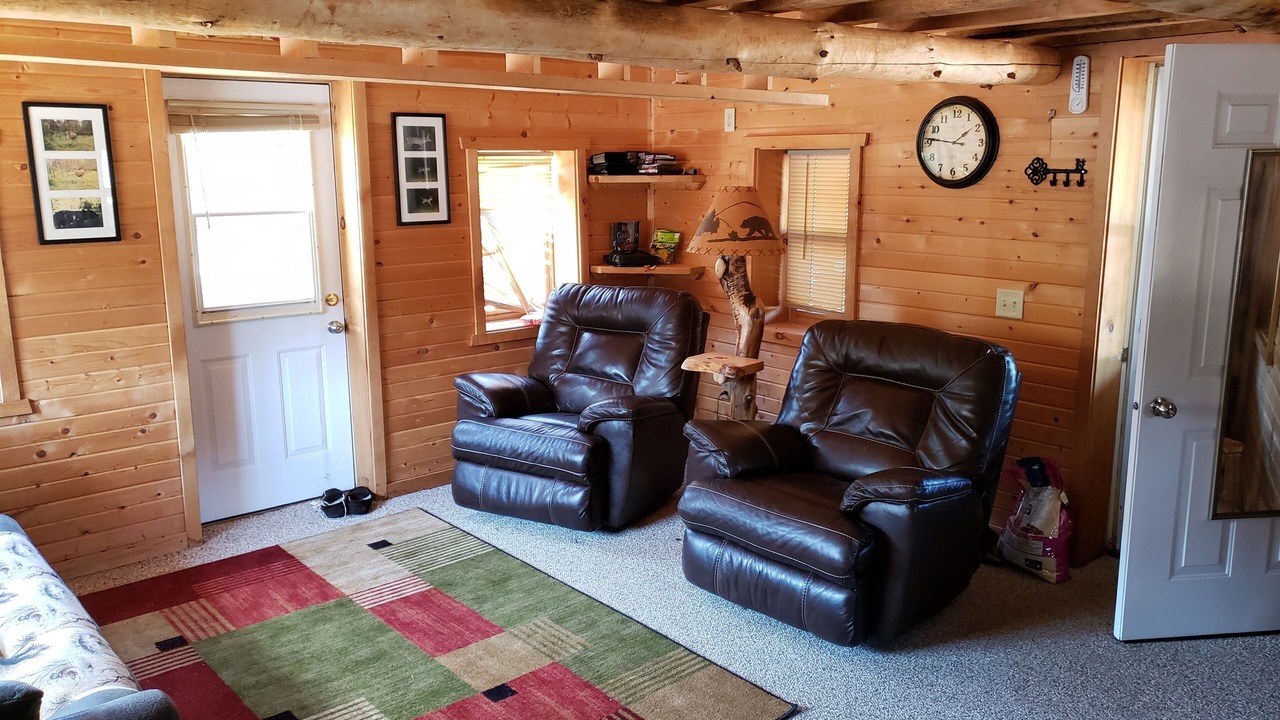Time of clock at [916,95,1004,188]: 1:46
